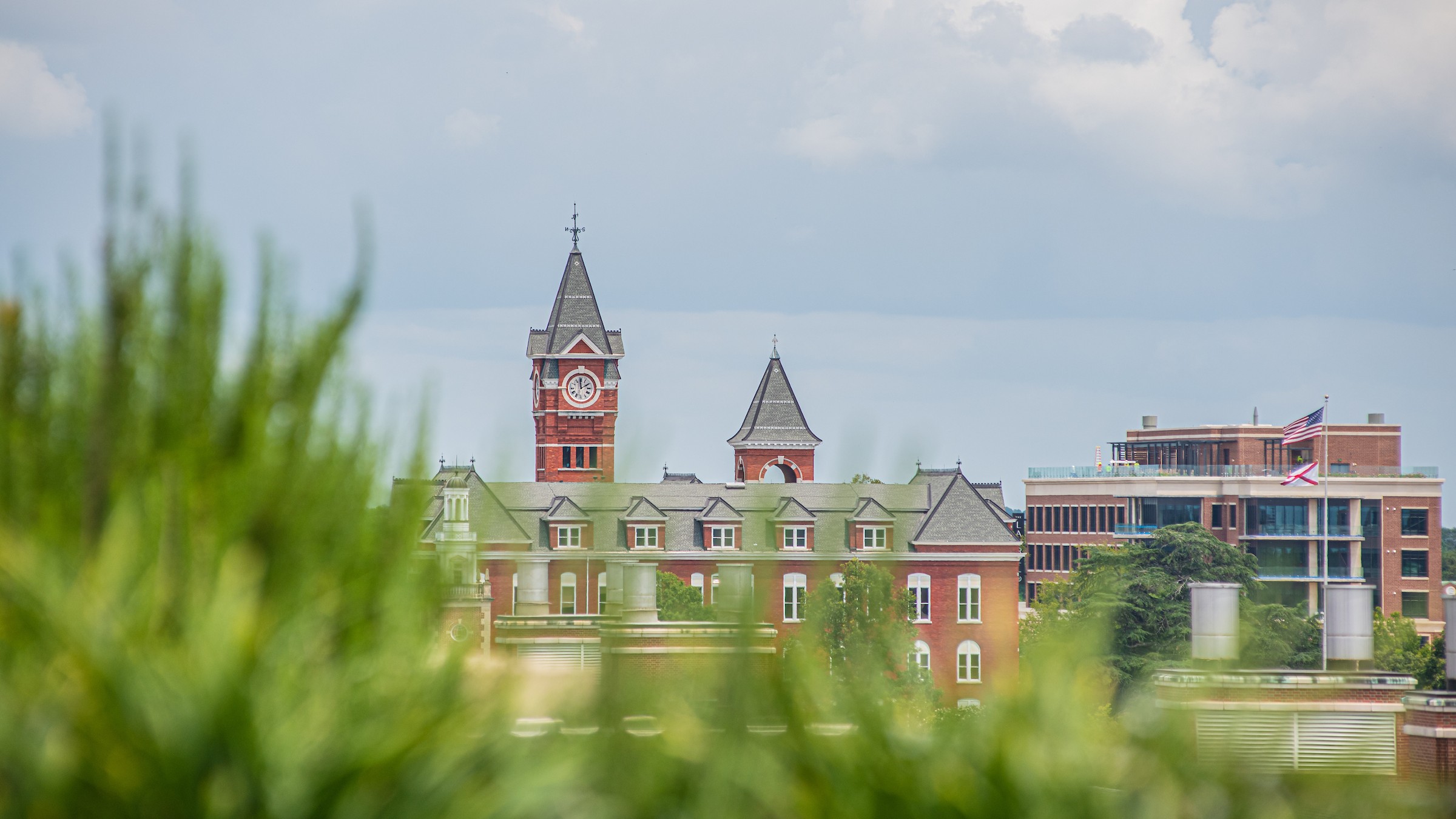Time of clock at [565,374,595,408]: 1:59
